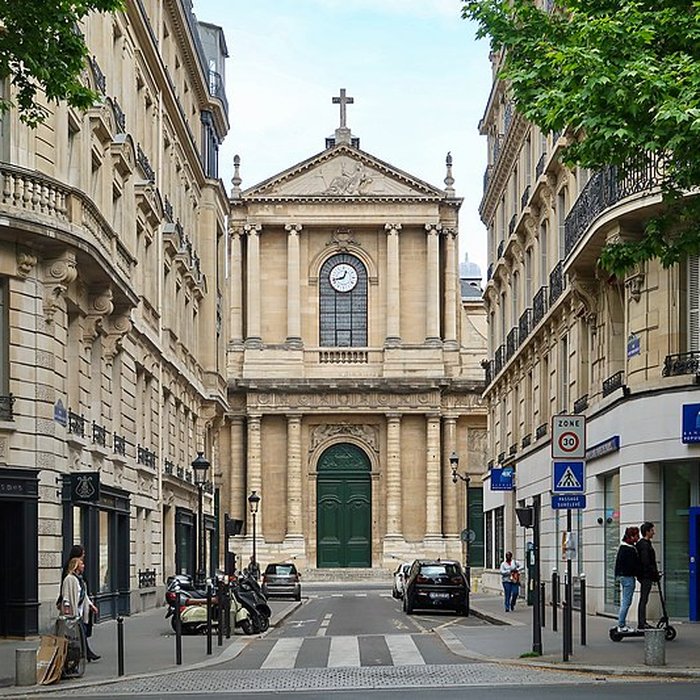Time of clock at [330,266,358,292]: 12:42
